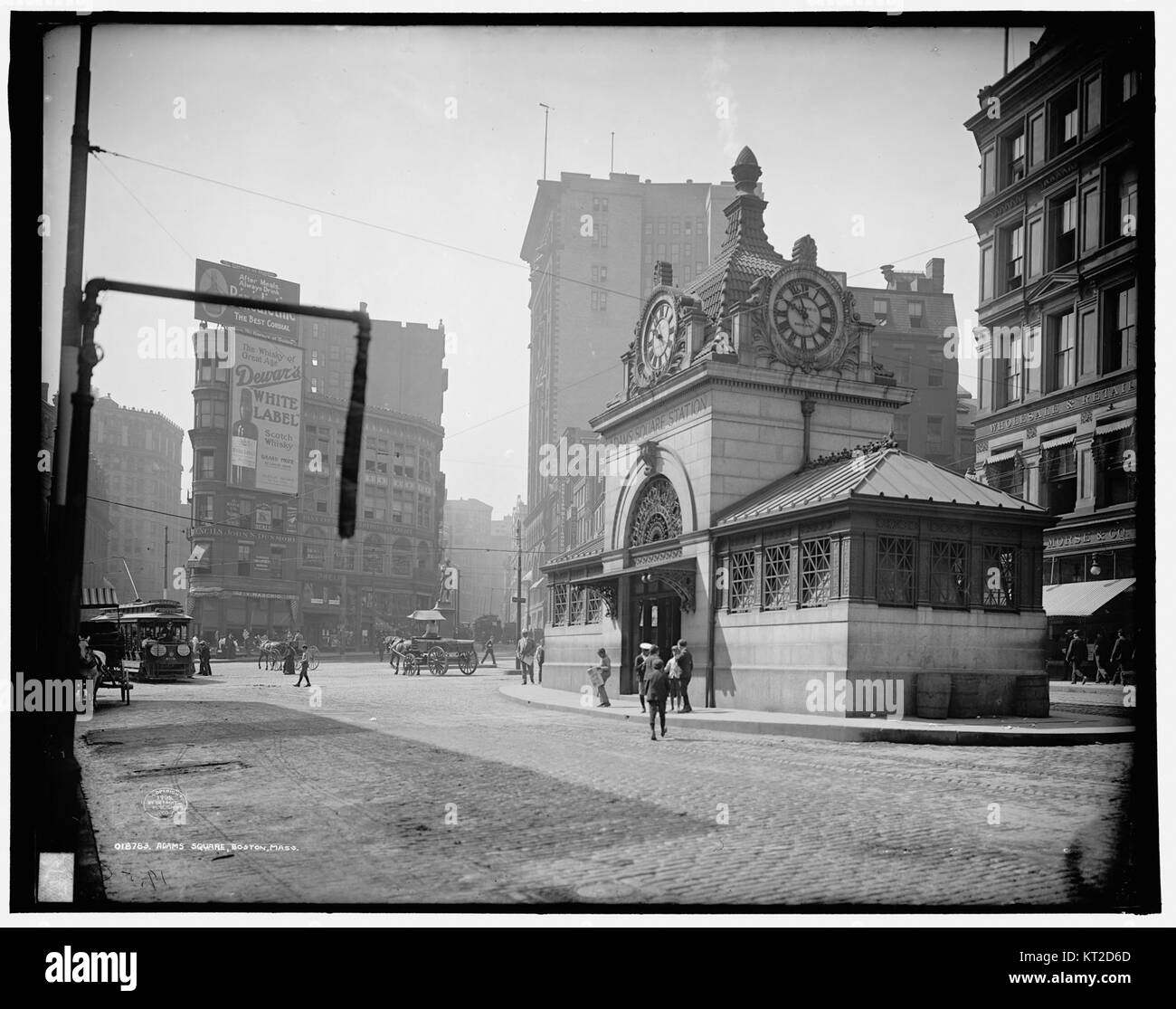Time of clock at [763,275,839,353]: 9:57
